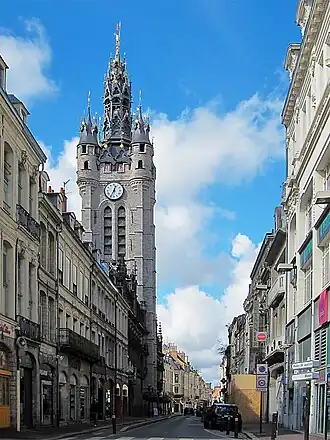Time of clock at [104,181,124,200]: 12:34
